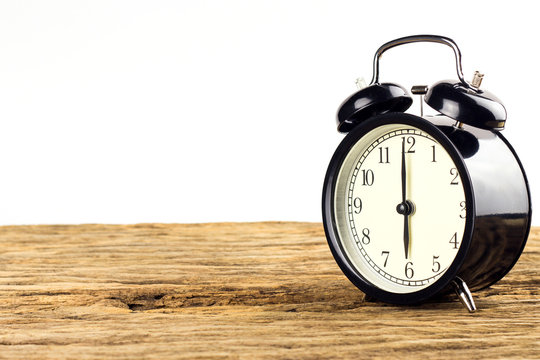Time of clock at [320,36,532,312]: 5:59
